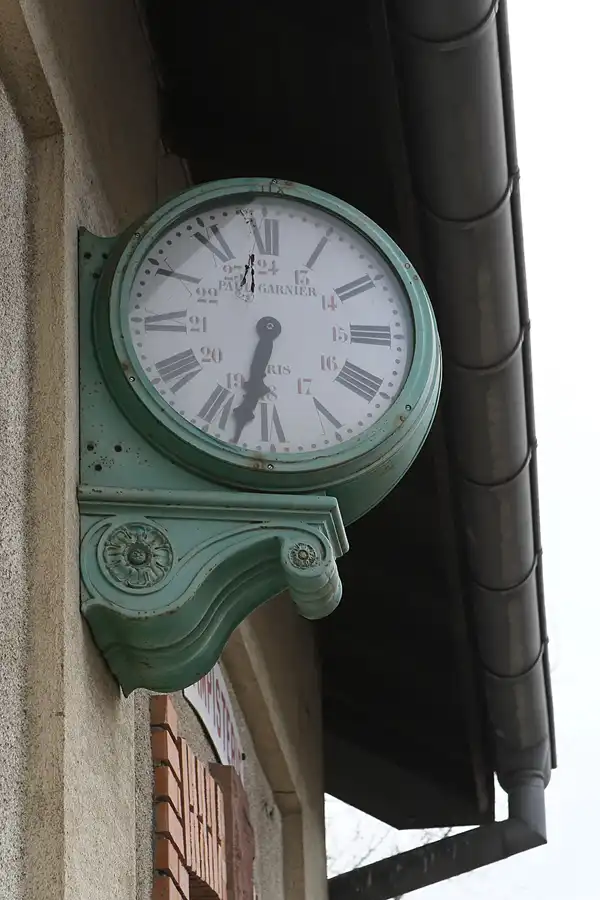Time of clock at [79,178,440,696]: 6:32
